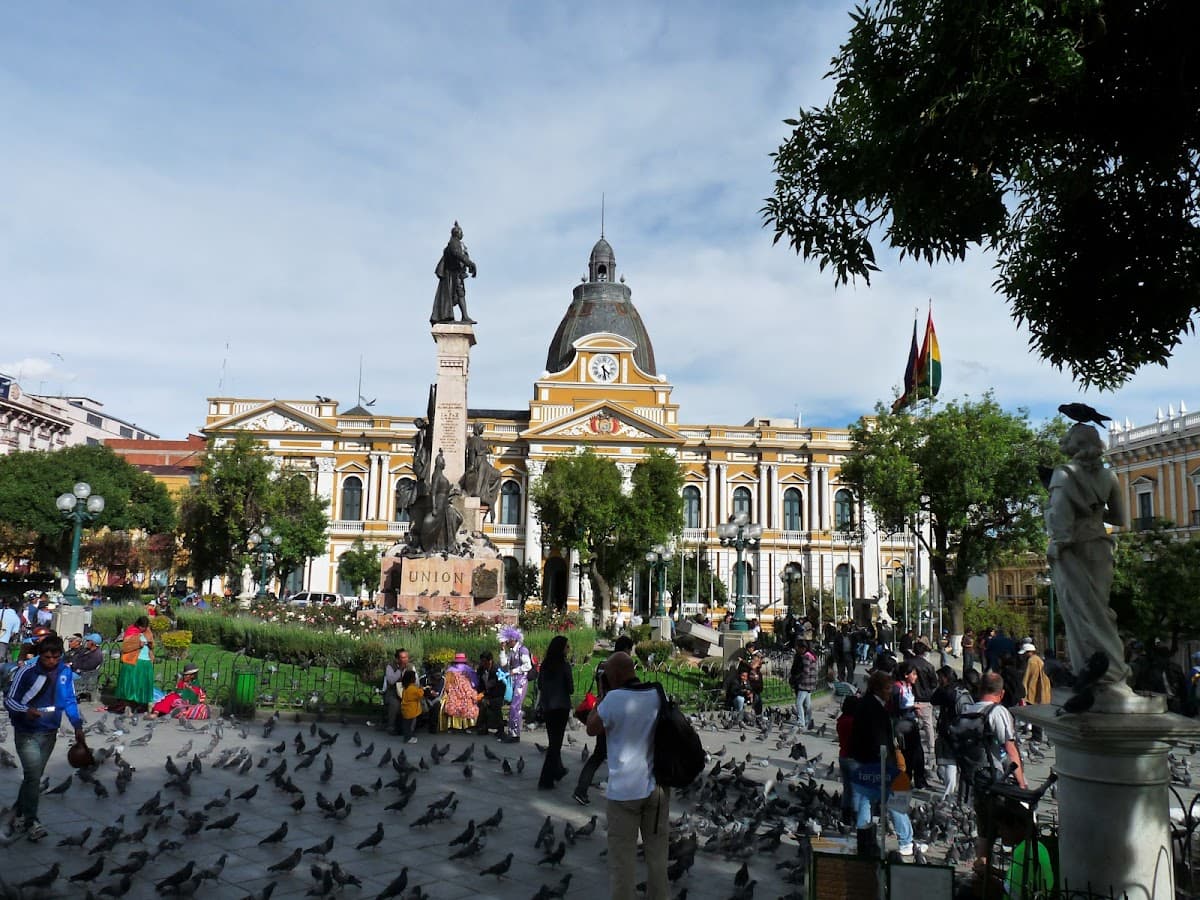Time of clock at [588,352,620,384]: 4:28
